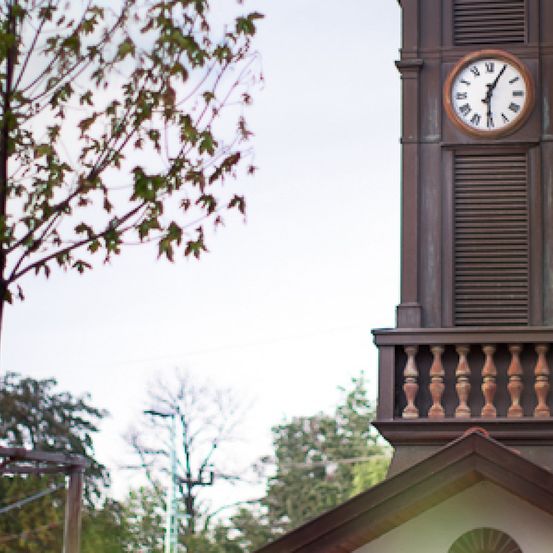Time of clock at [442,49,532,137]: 6:04
